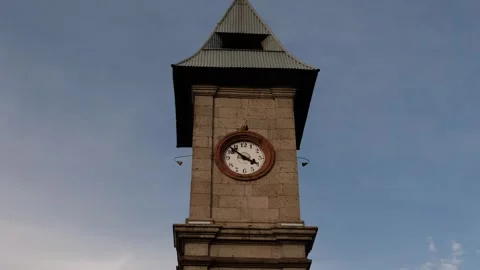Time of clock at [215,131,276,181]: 3:52
